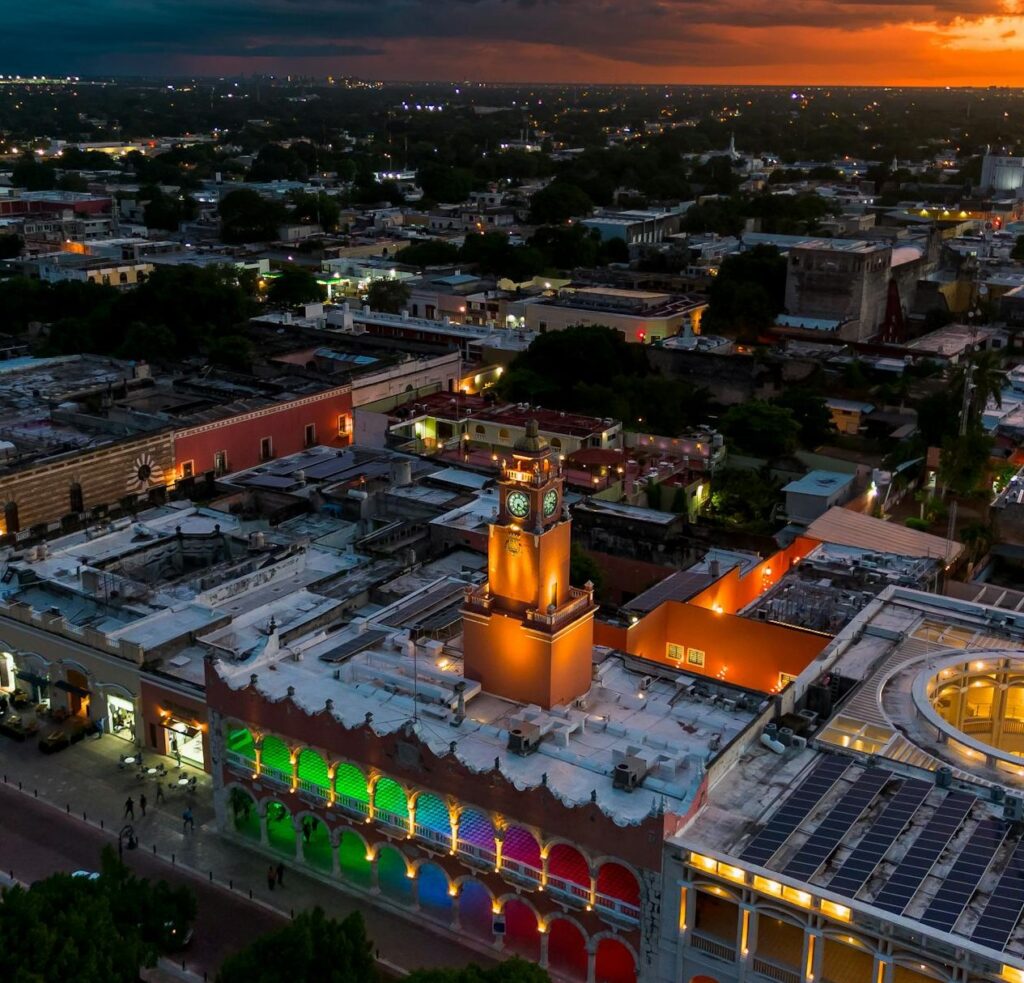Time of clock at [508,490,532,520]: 6:19
